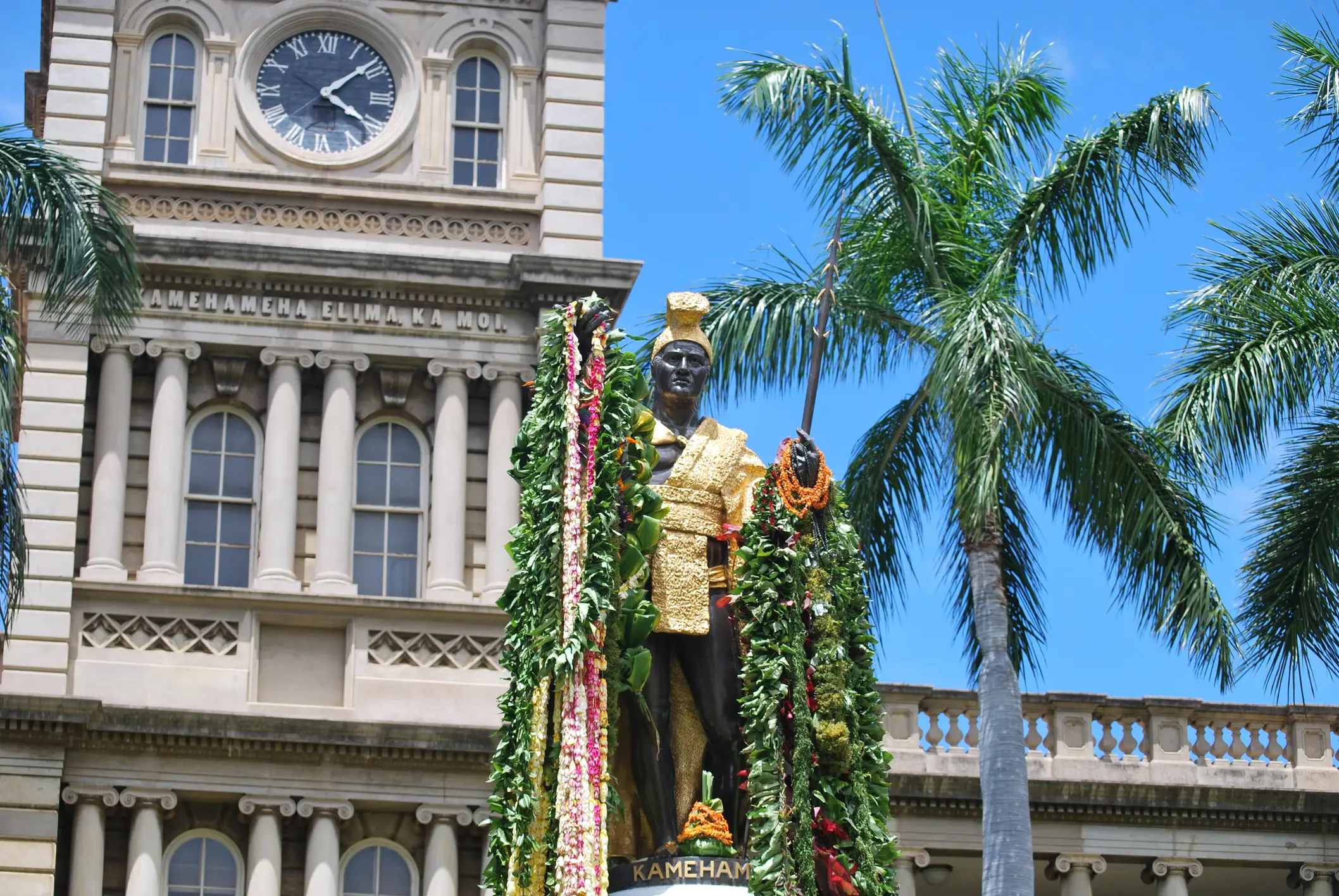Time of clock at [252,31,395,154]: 4:08
